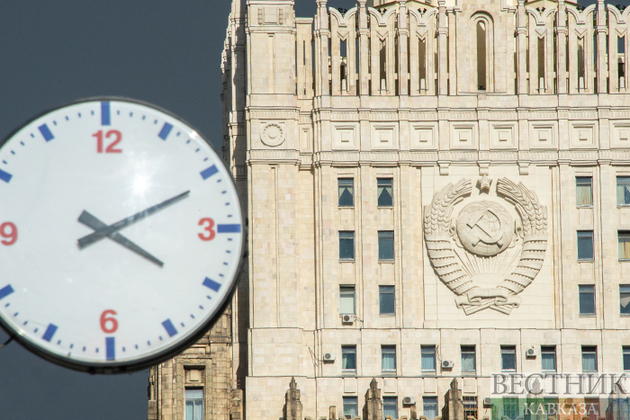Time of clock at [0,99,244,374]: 4:10
